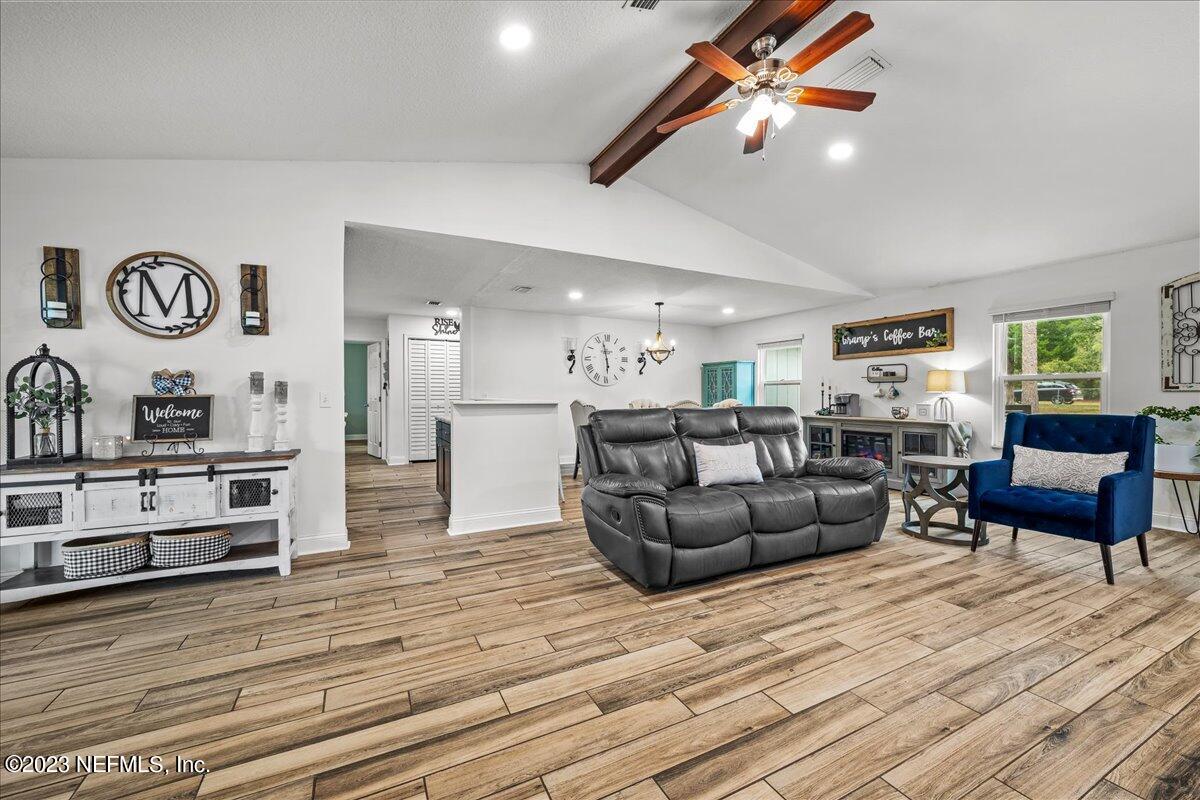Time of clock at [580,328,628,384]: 5:57
